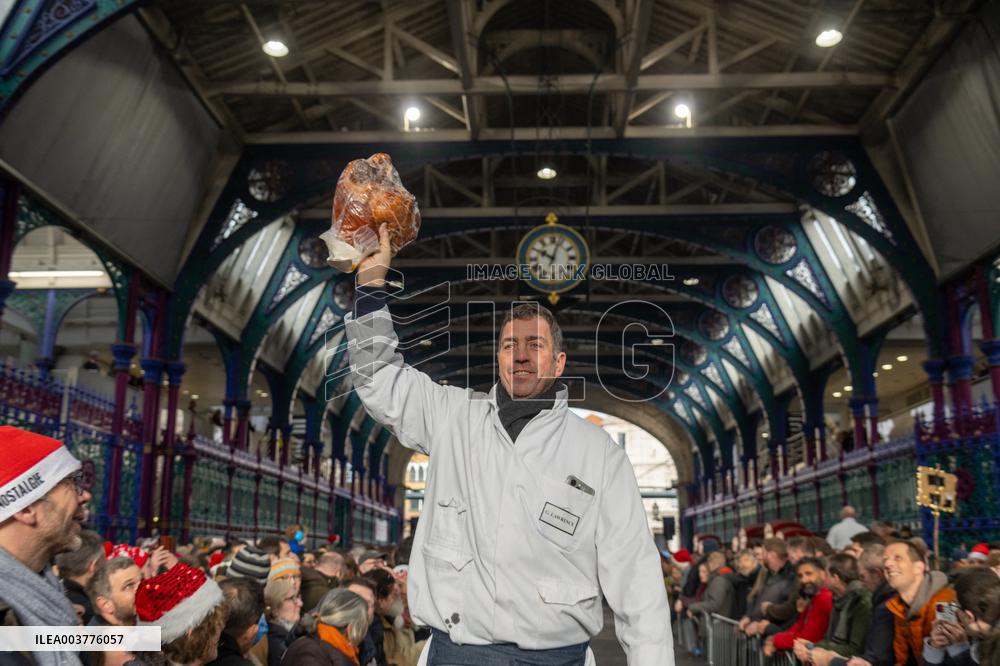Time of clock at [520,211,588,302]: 10:03
